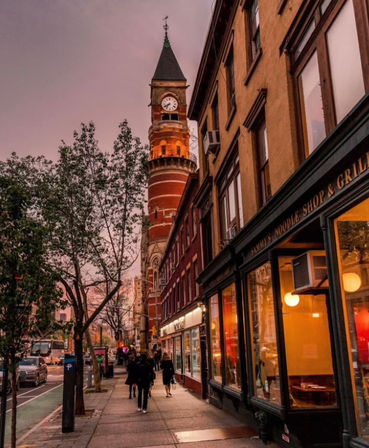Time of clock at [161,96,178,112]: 7:40
